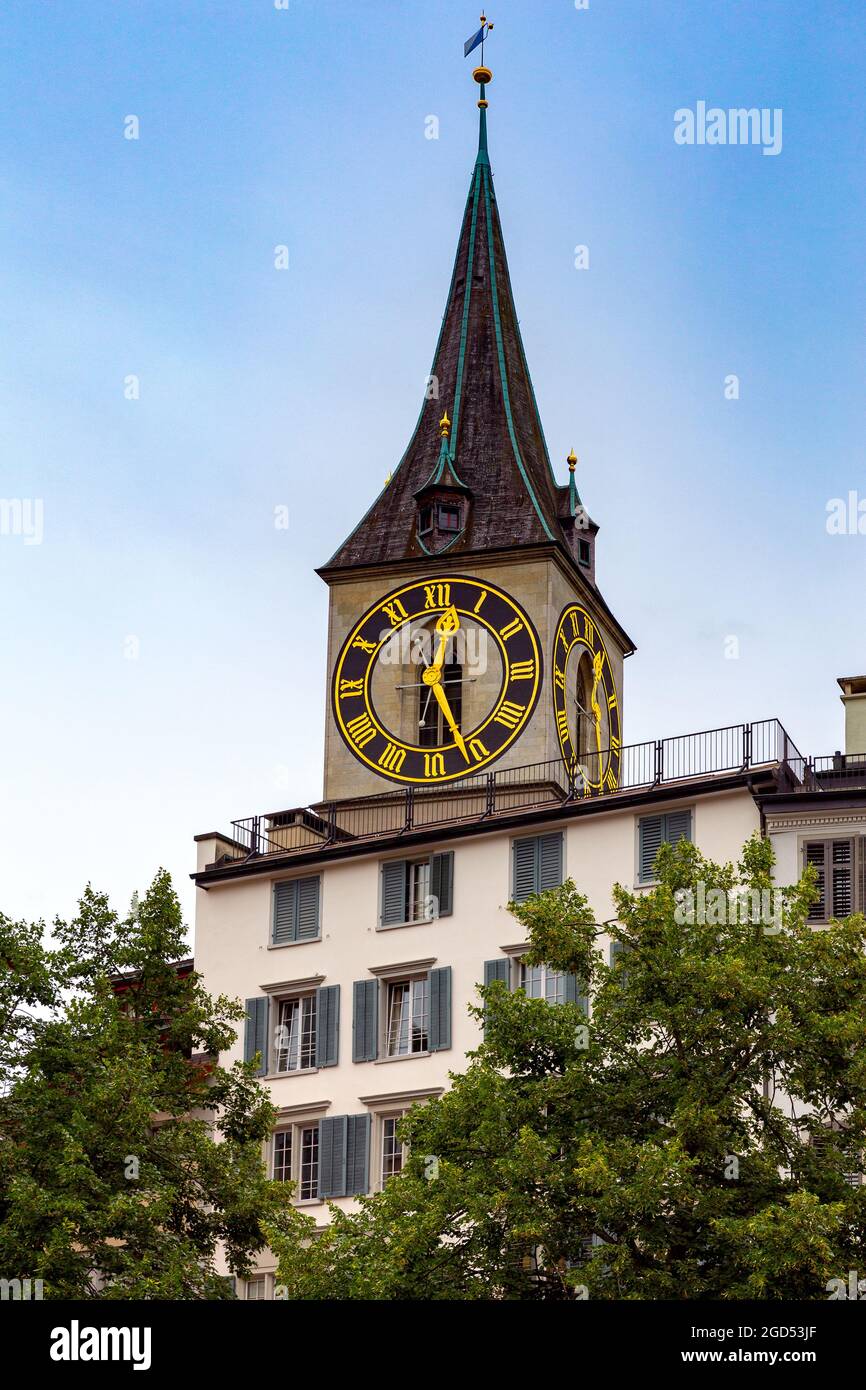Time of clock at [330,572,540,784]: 12:26
